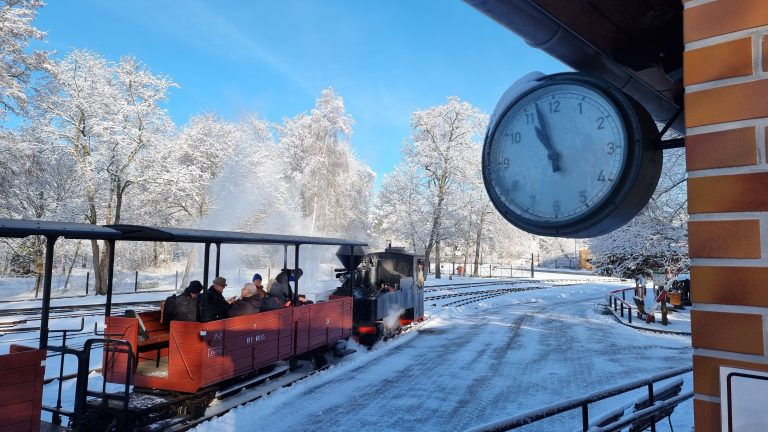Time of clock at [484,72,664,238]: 10:57
